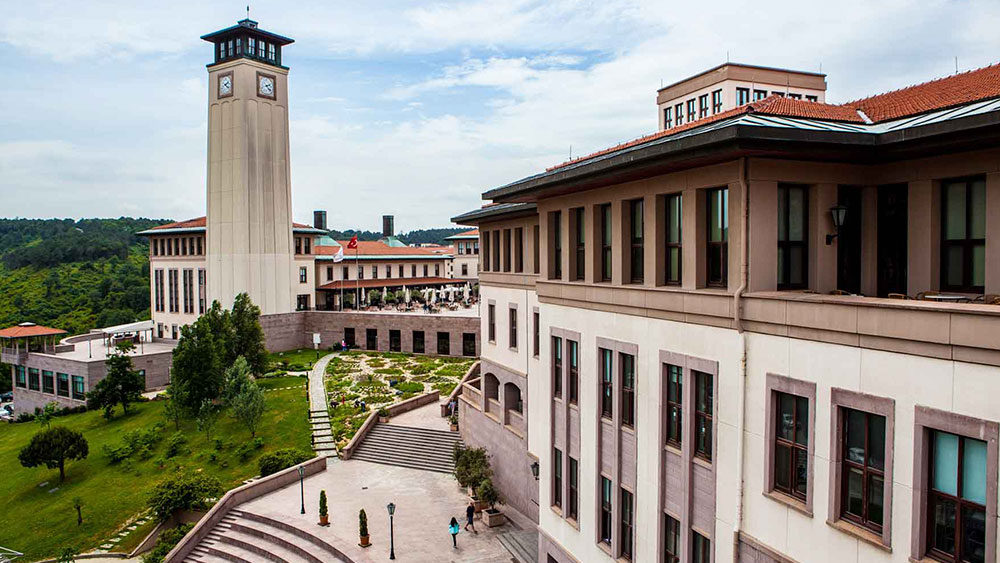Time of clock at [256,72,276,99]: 2:21
